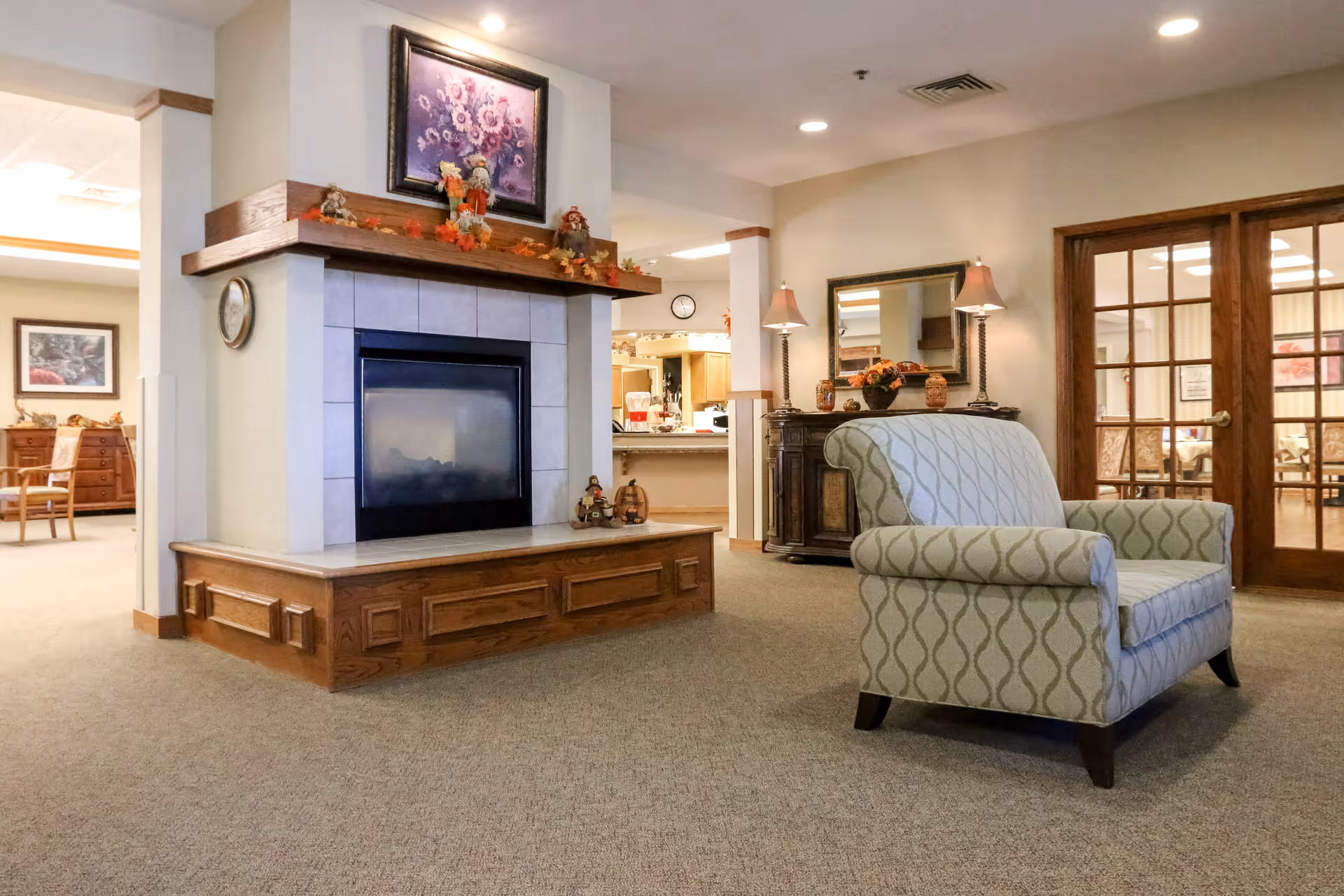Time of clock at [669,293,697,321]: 11:28
